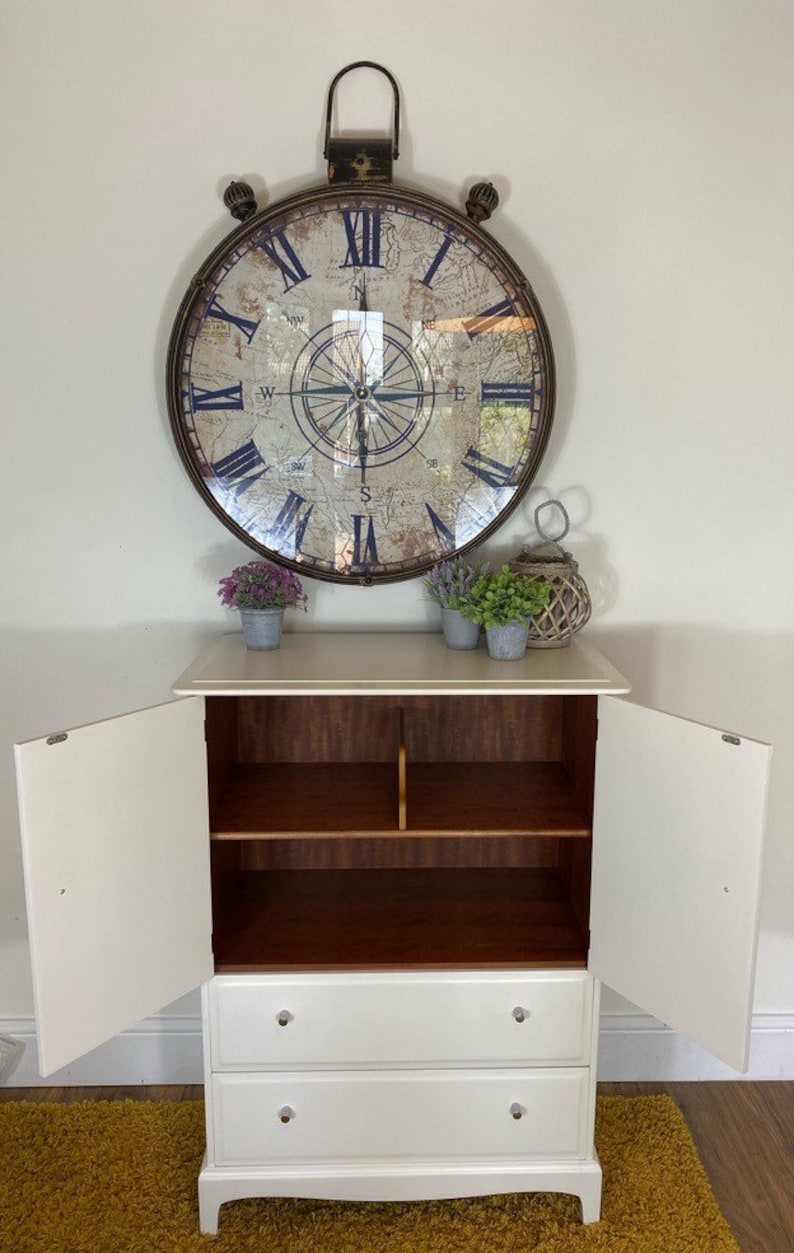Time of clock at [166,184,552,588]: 6:00
